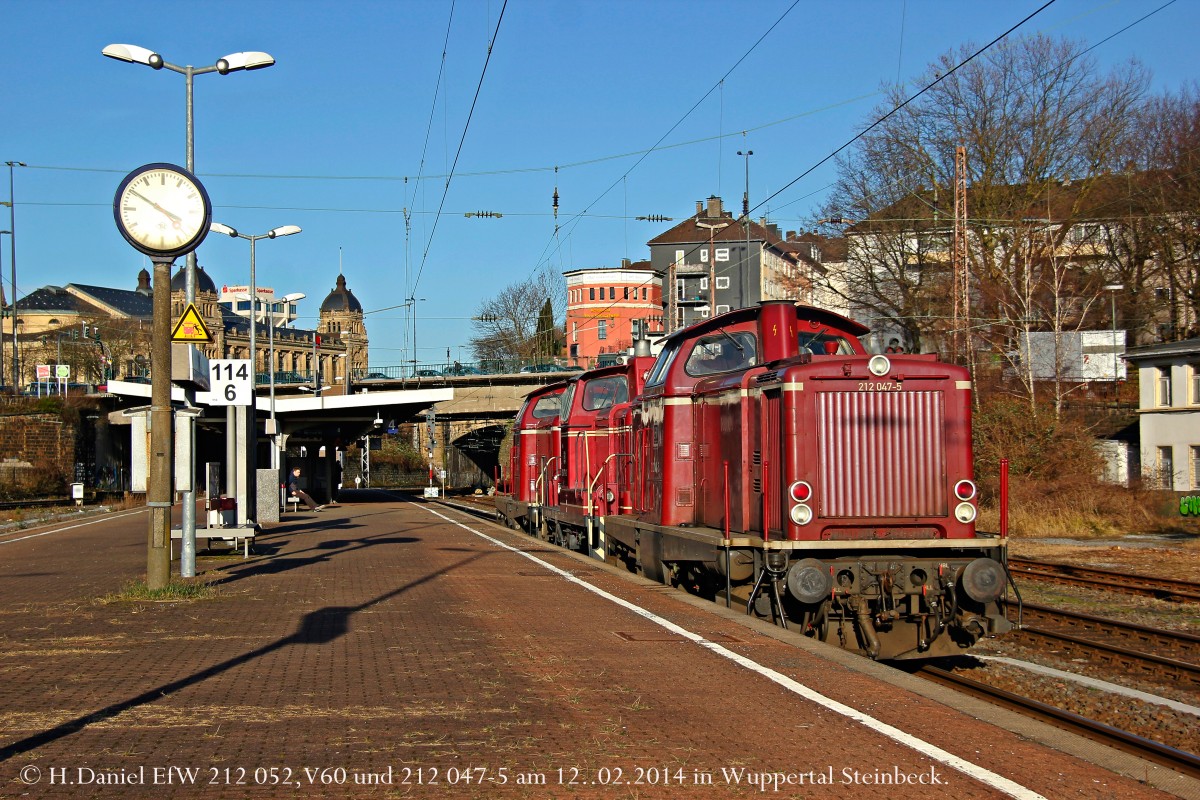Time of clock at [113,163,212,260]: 3:50
